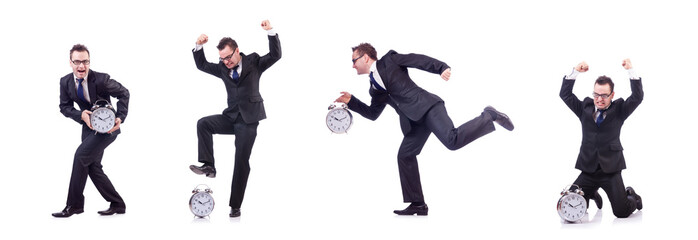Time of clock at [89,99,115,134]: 10:11
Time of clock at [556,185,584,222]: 10:11
